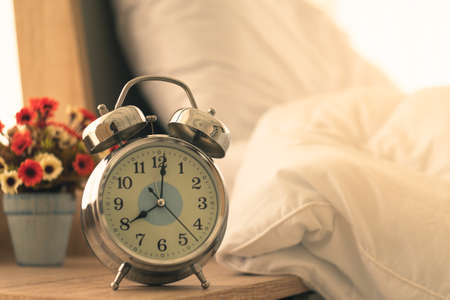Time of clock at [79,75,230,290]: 8:01
